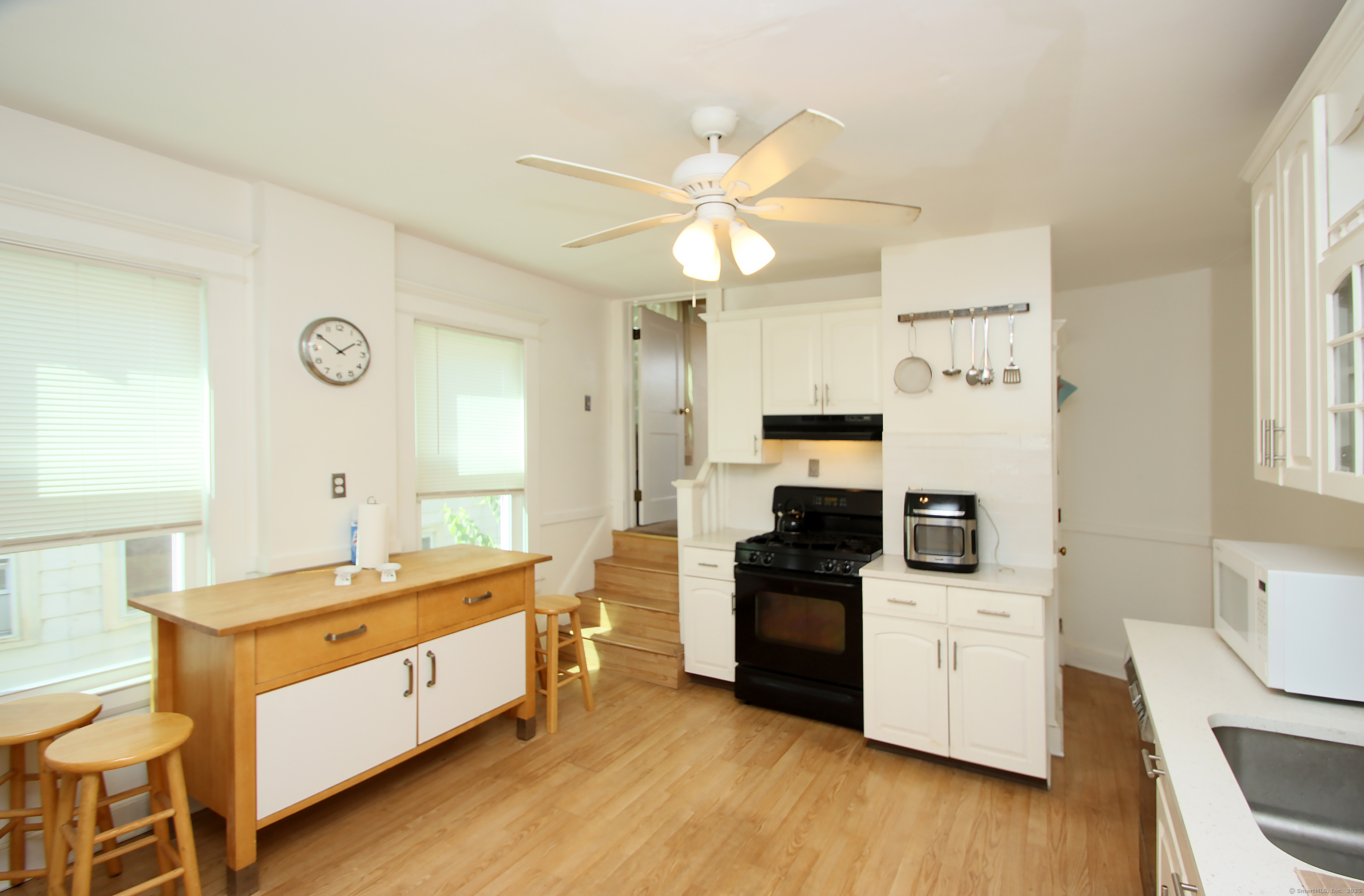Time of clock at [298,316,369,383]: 1:50
